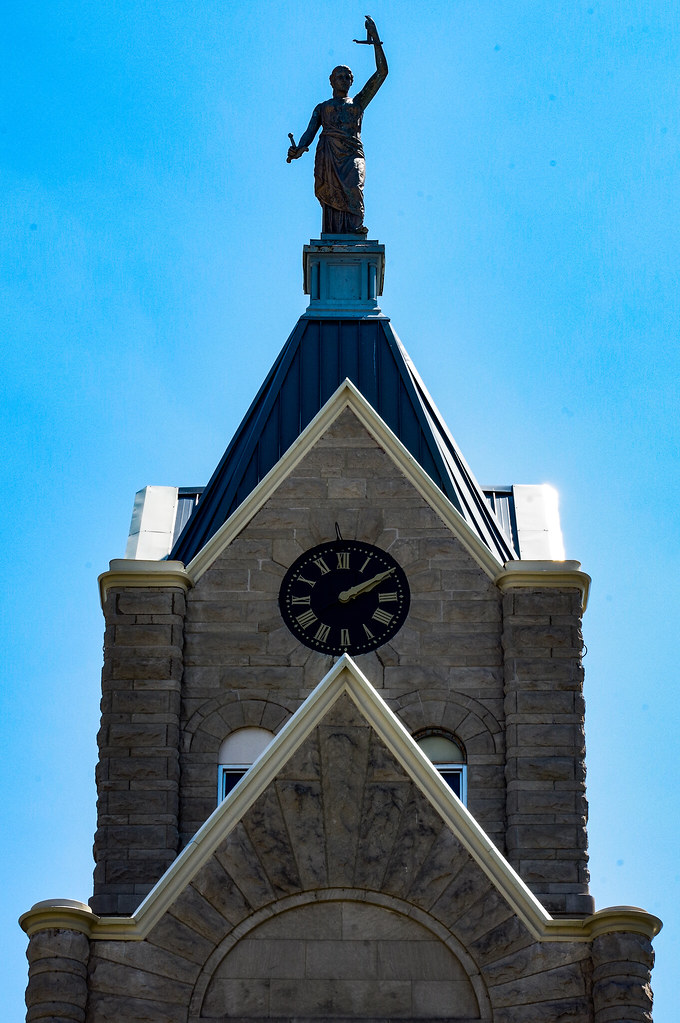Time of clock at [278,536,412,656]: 2:09
